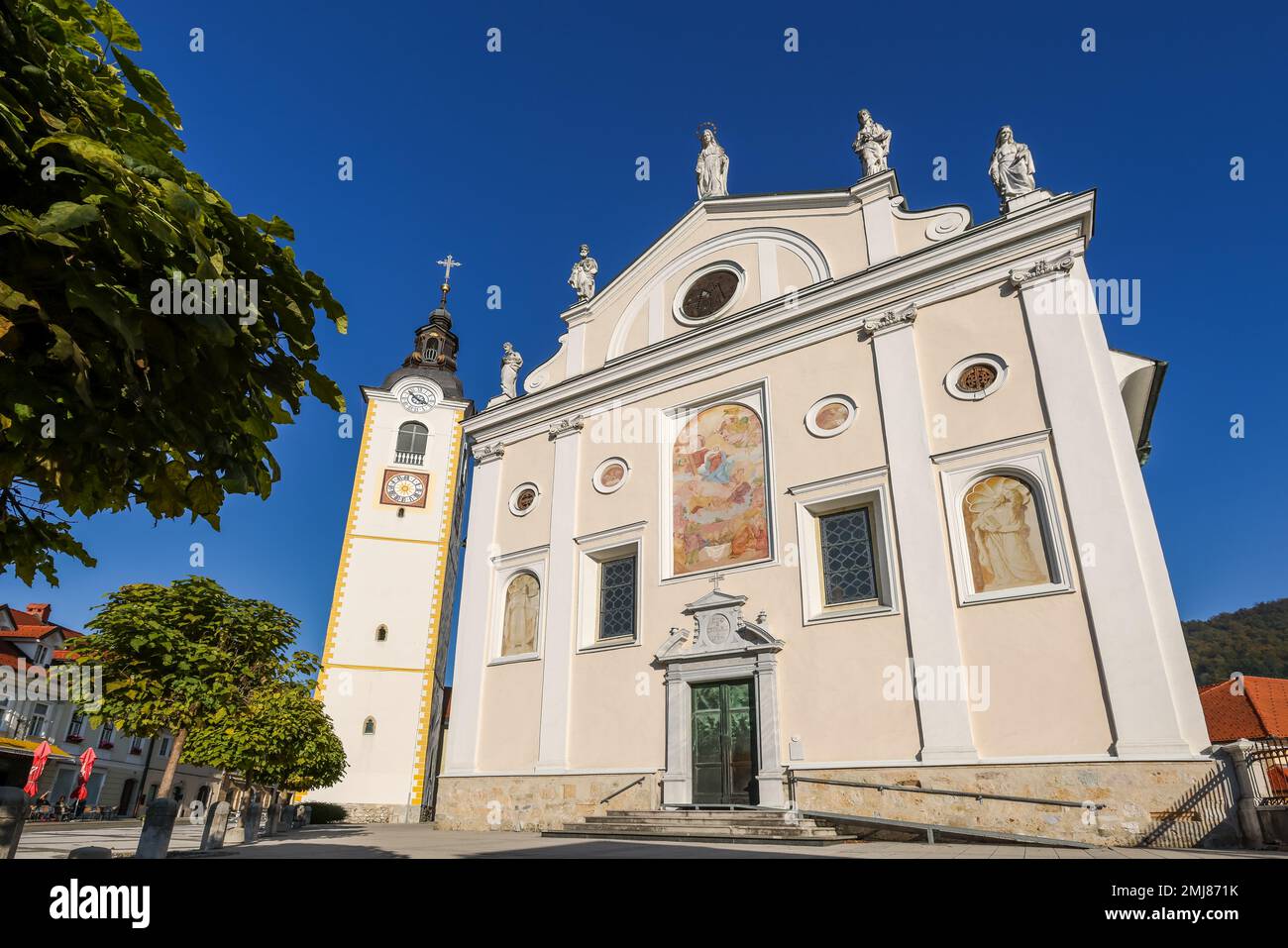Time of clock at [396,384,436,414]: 3:52
